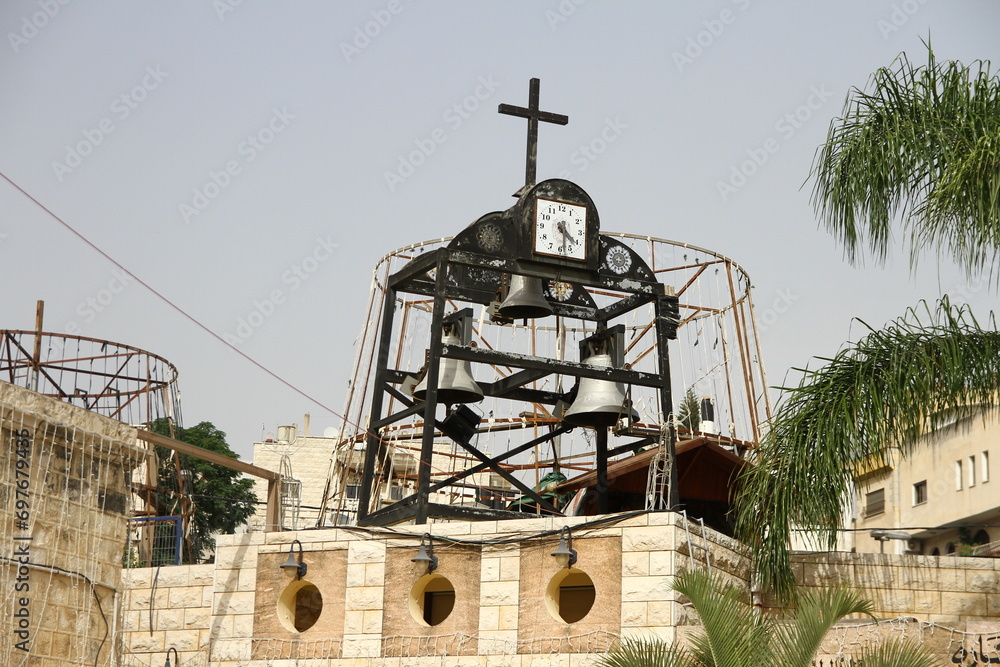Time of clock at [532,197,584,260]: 4:28
